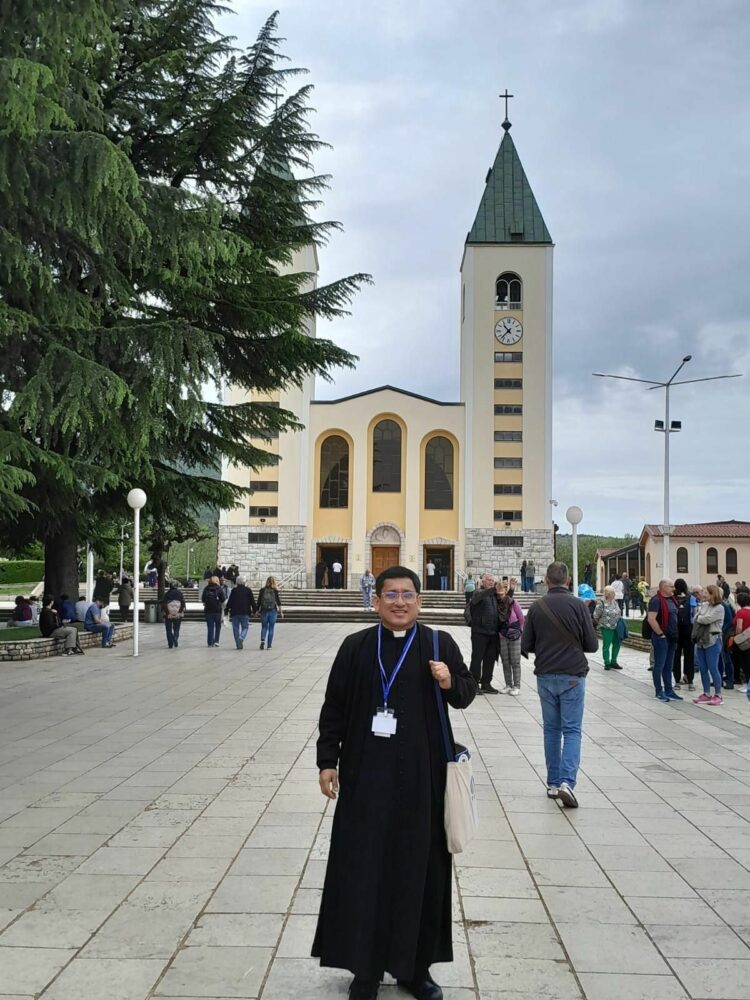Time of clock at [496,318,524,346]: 10:37
